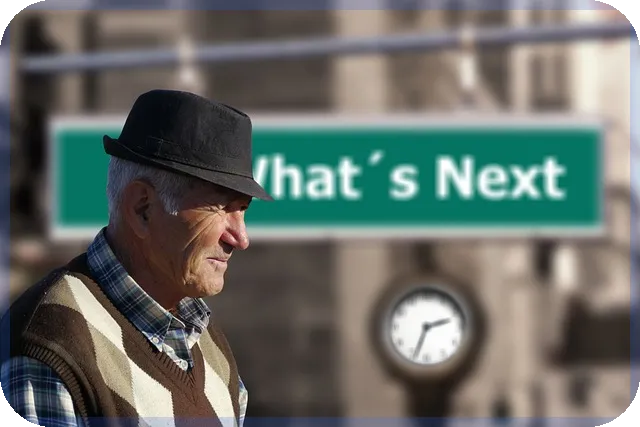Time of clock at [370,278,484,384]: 2:33
